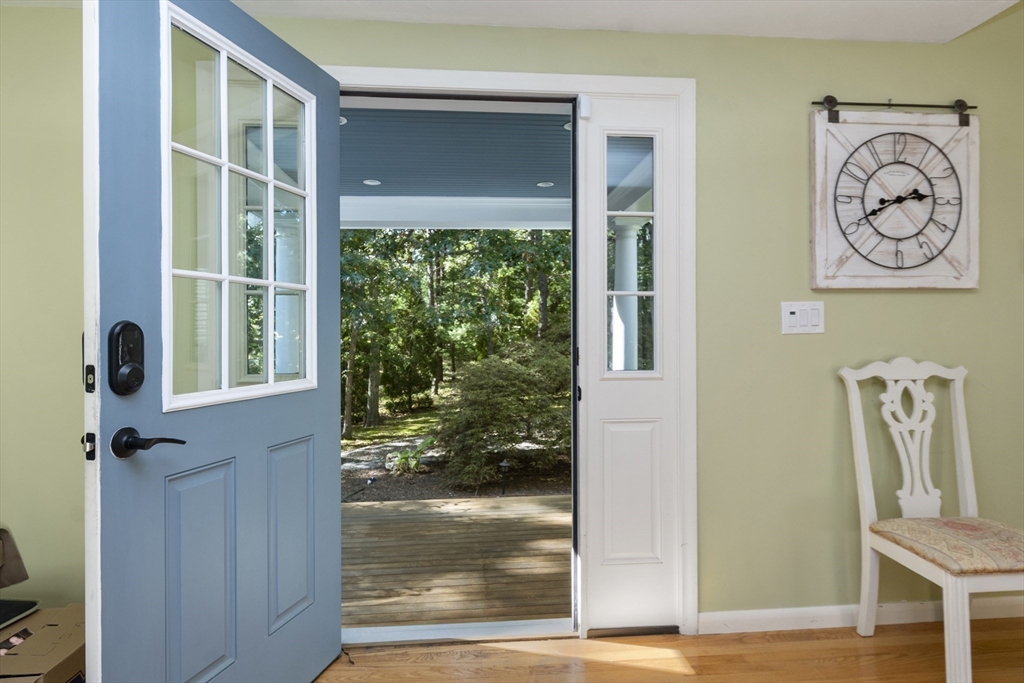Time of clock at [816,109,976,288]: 2:40
